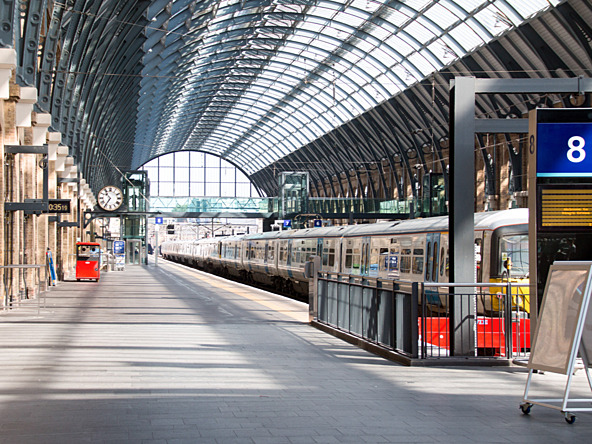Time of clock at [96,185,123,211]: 10:35
